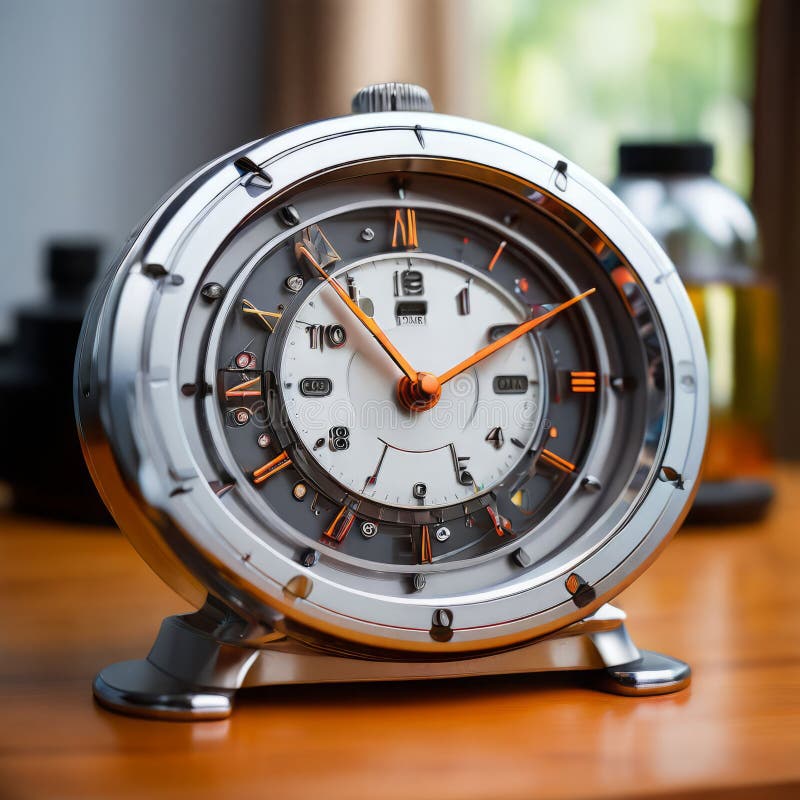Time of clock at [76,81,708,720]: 1:54
